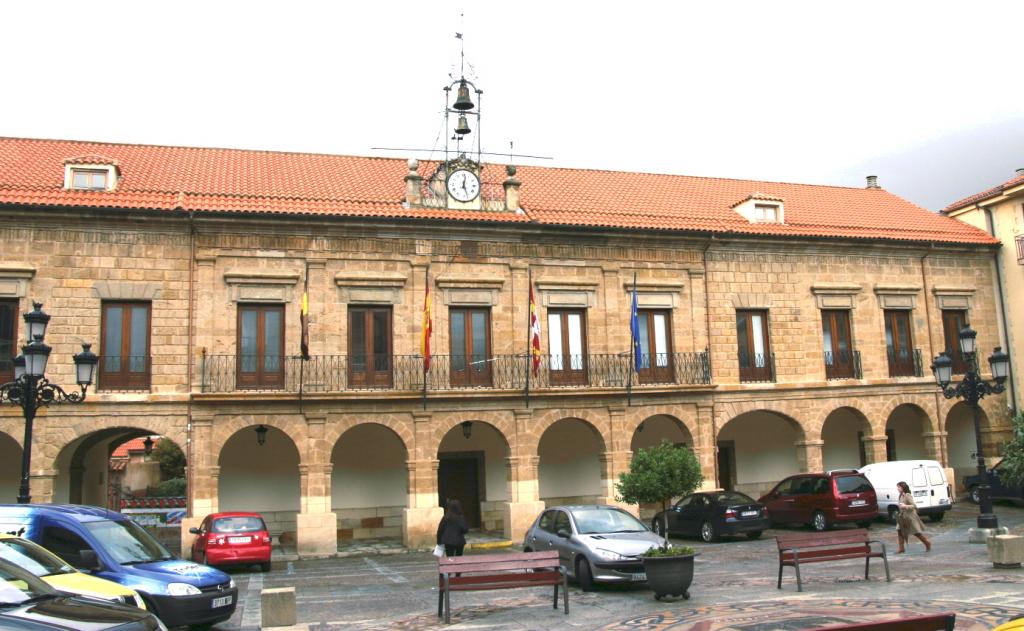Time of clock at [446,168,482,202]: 12:26
